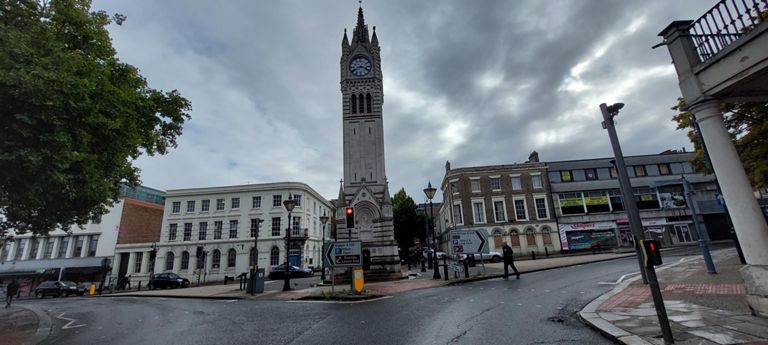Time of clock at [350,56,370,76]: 3:40
